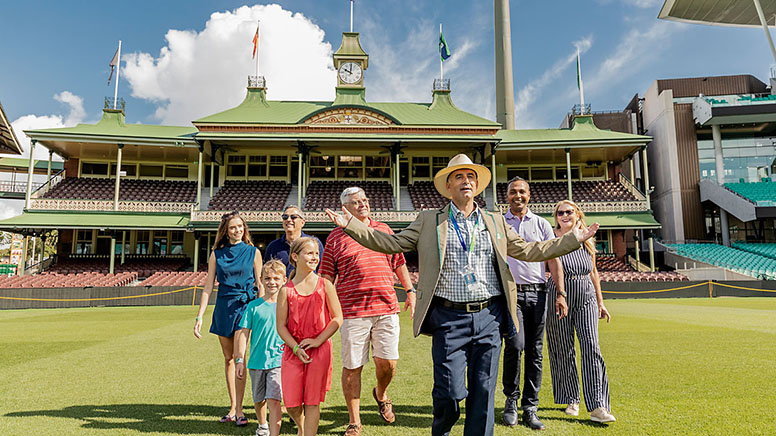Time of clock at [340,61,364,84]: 10:00
